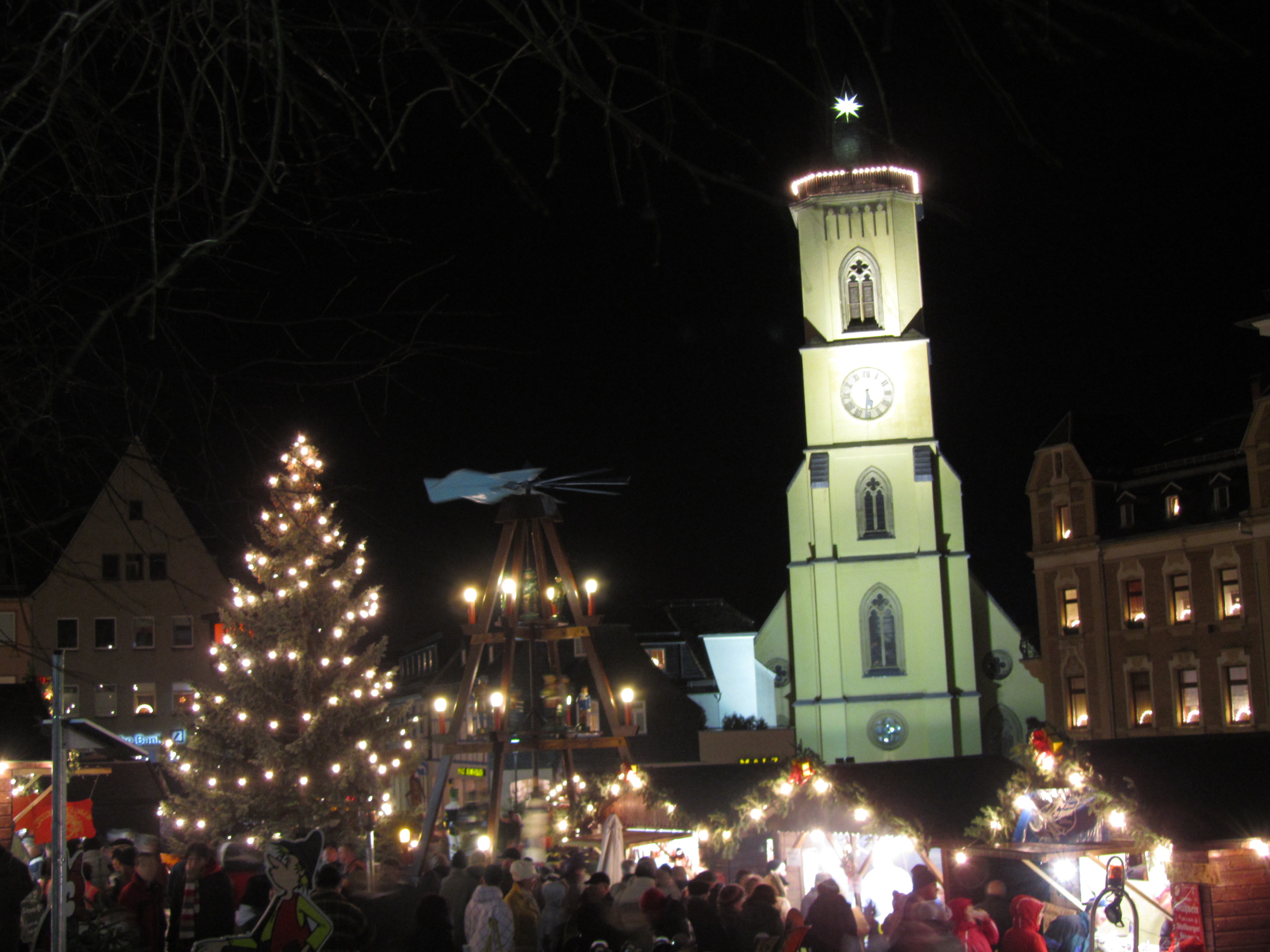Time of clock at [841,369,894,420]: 5:30
